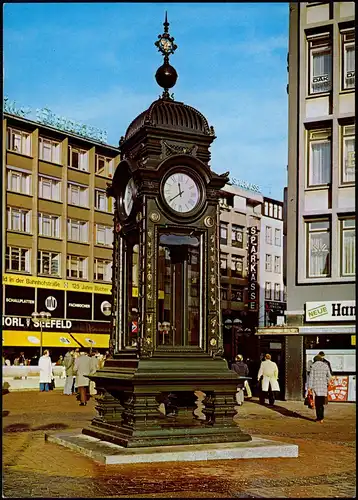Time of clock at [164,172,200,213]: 11:39
